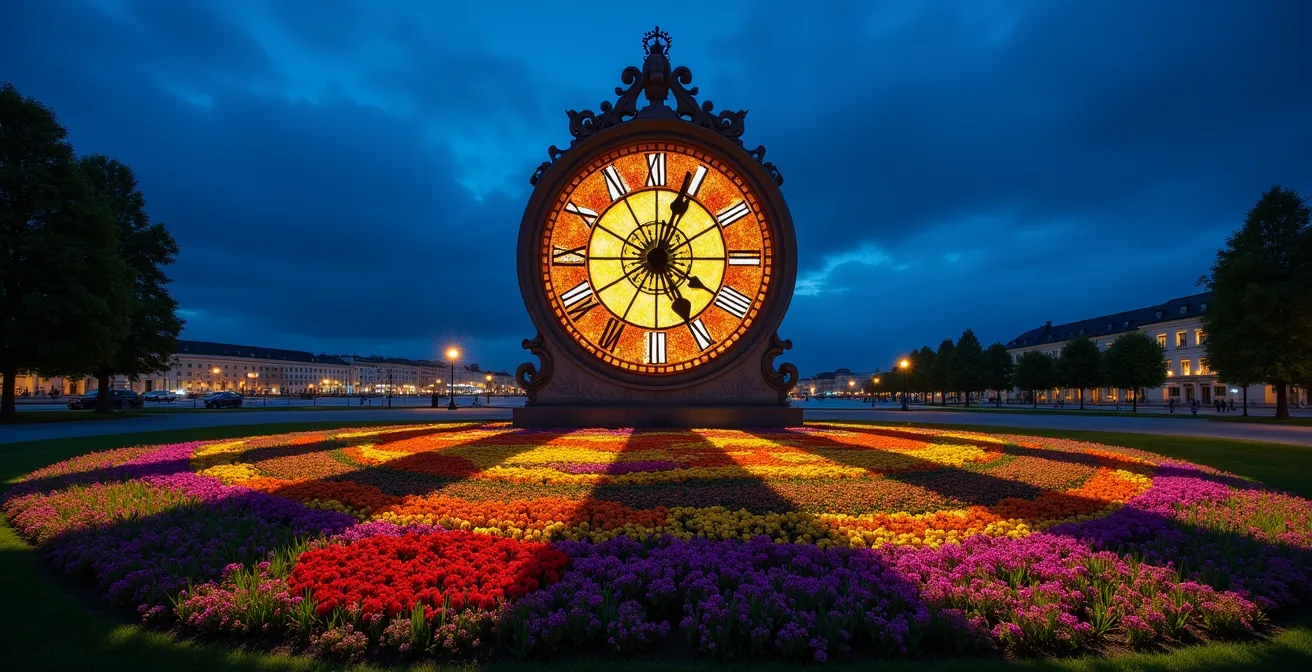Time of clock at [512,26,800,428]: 5:04
